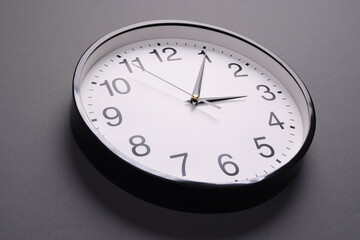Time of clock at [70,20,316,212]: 3:05
